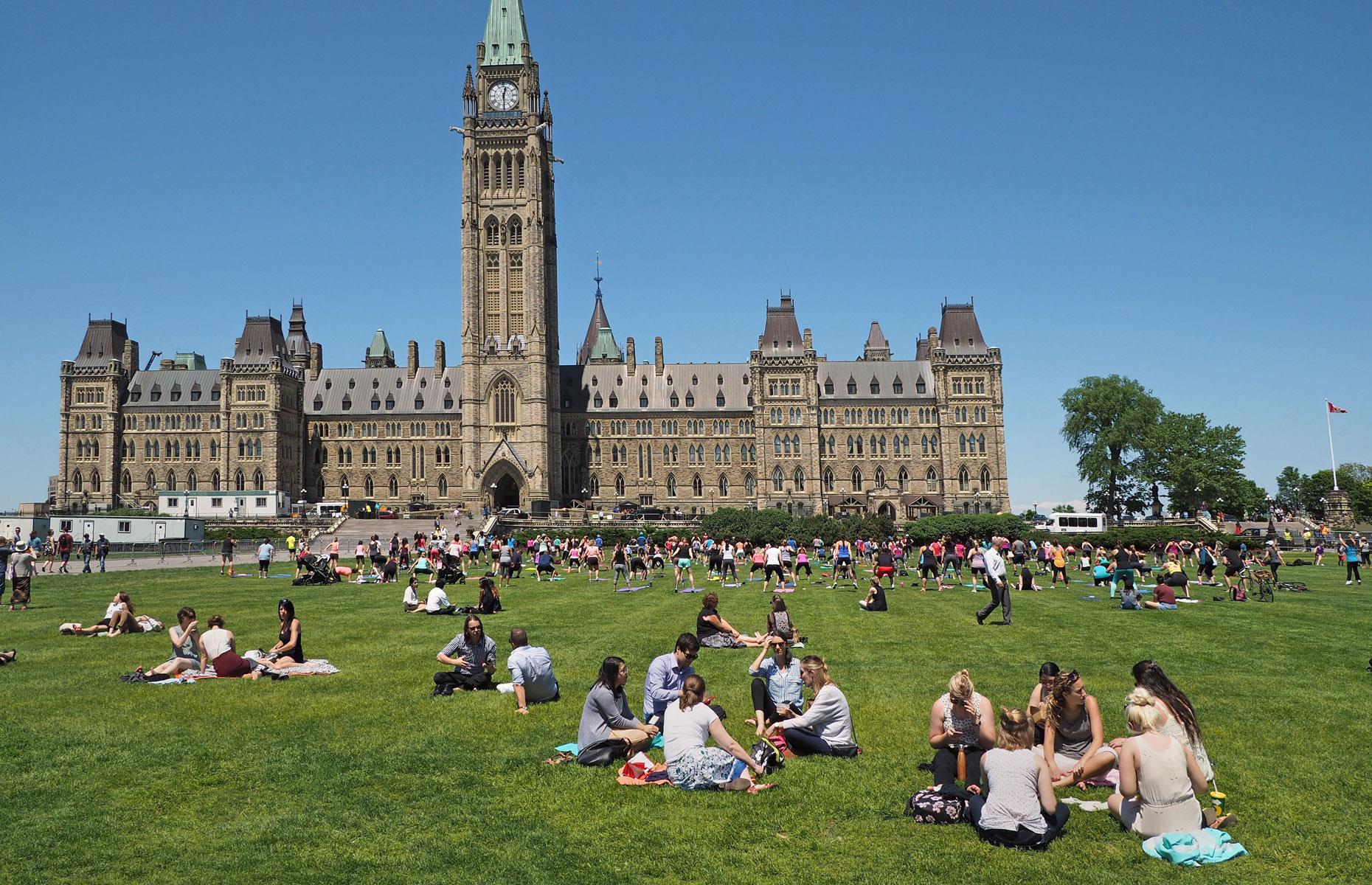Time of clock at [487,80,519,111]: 12:29
